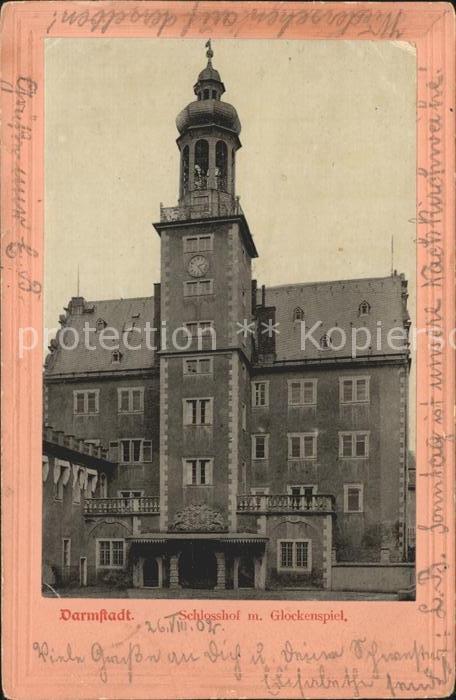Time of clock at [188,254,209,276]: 2:24
